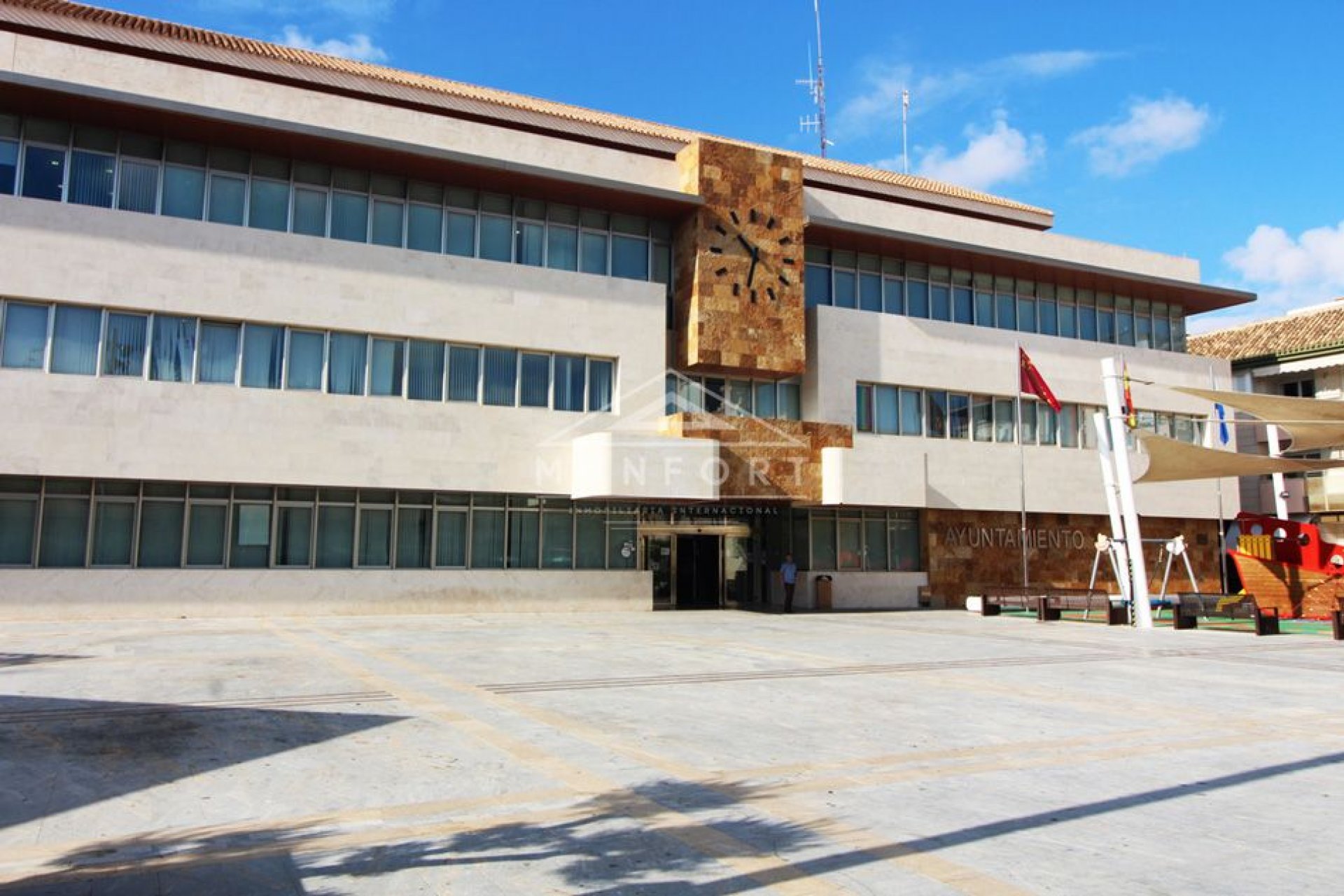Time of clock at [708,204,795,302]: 10:32
